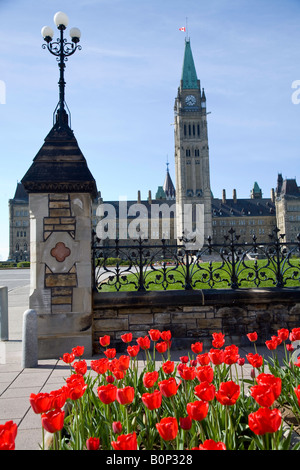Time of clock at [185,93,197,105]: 4:40
